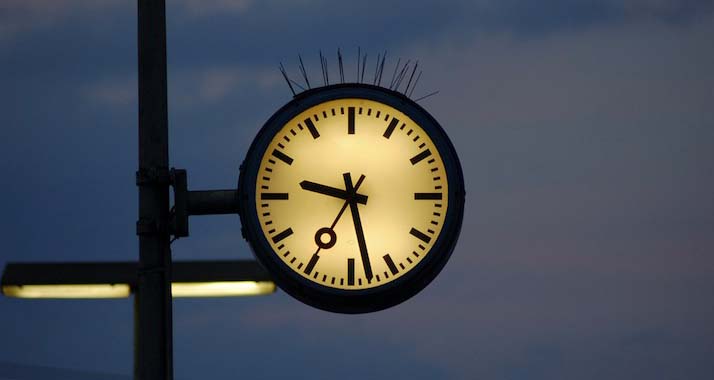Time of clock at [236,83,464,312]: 9:28
